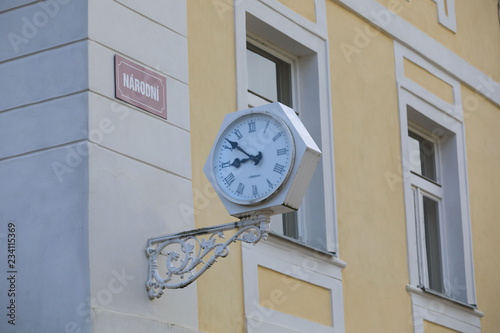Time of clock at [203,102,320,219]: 8:51
